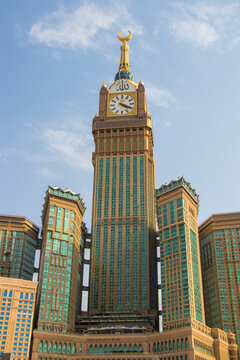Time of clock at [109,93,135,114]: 4:19
